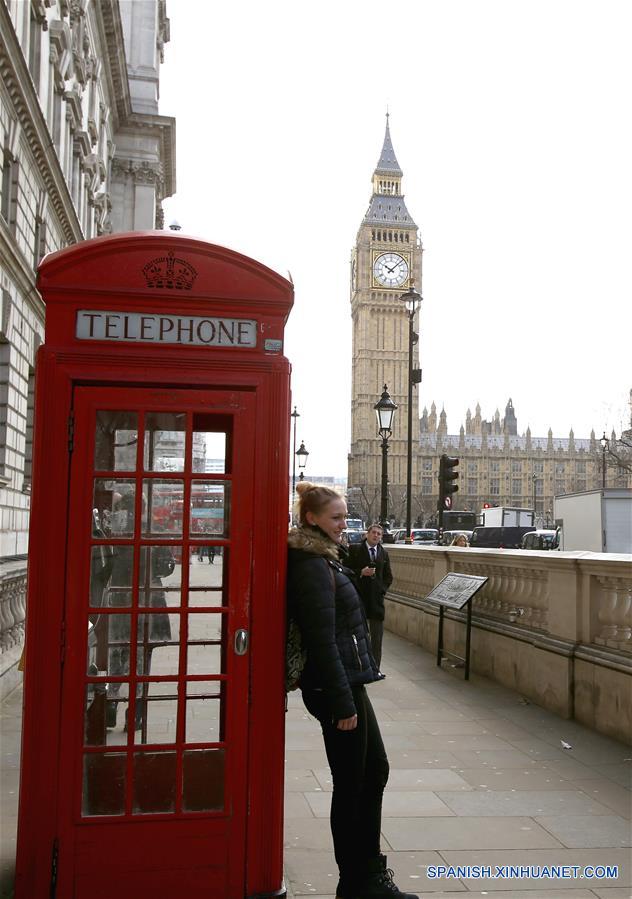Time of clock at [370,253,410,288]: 10:07
